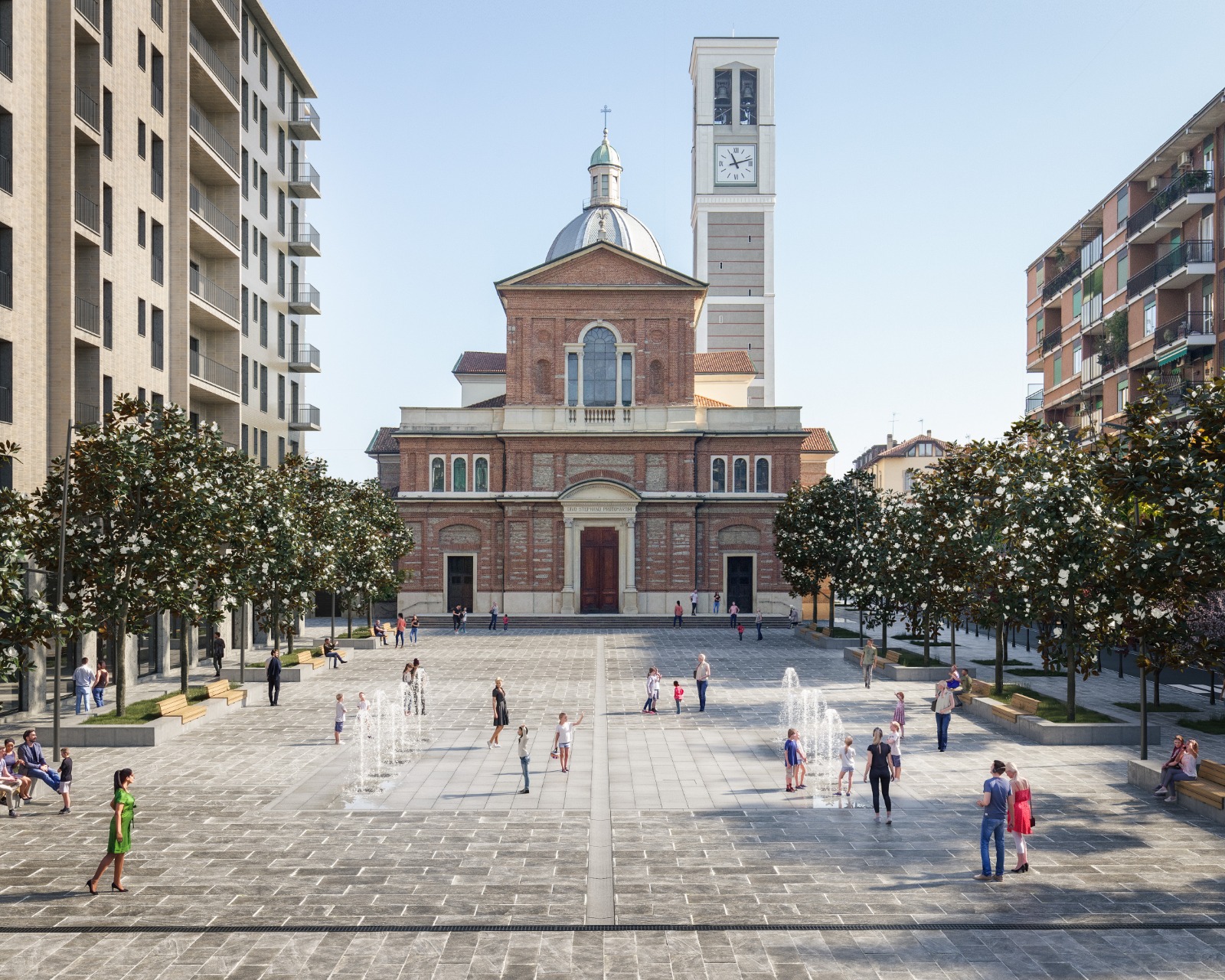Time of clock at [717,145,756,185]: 11:12
